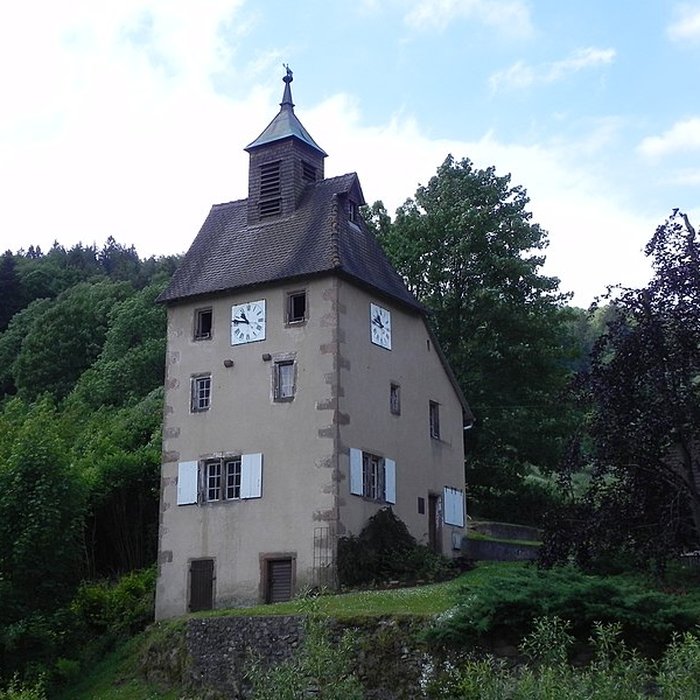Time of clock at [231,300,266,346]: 10:47
